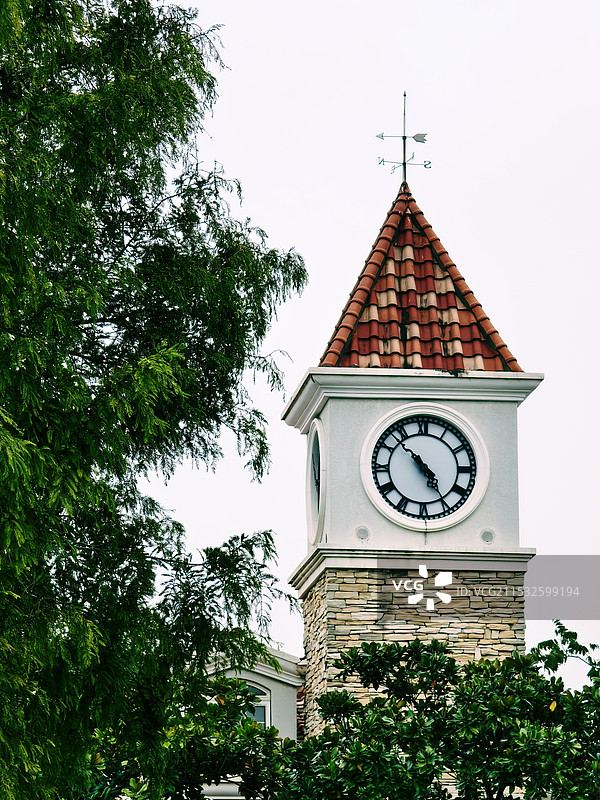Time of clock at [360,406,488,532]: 4:52
